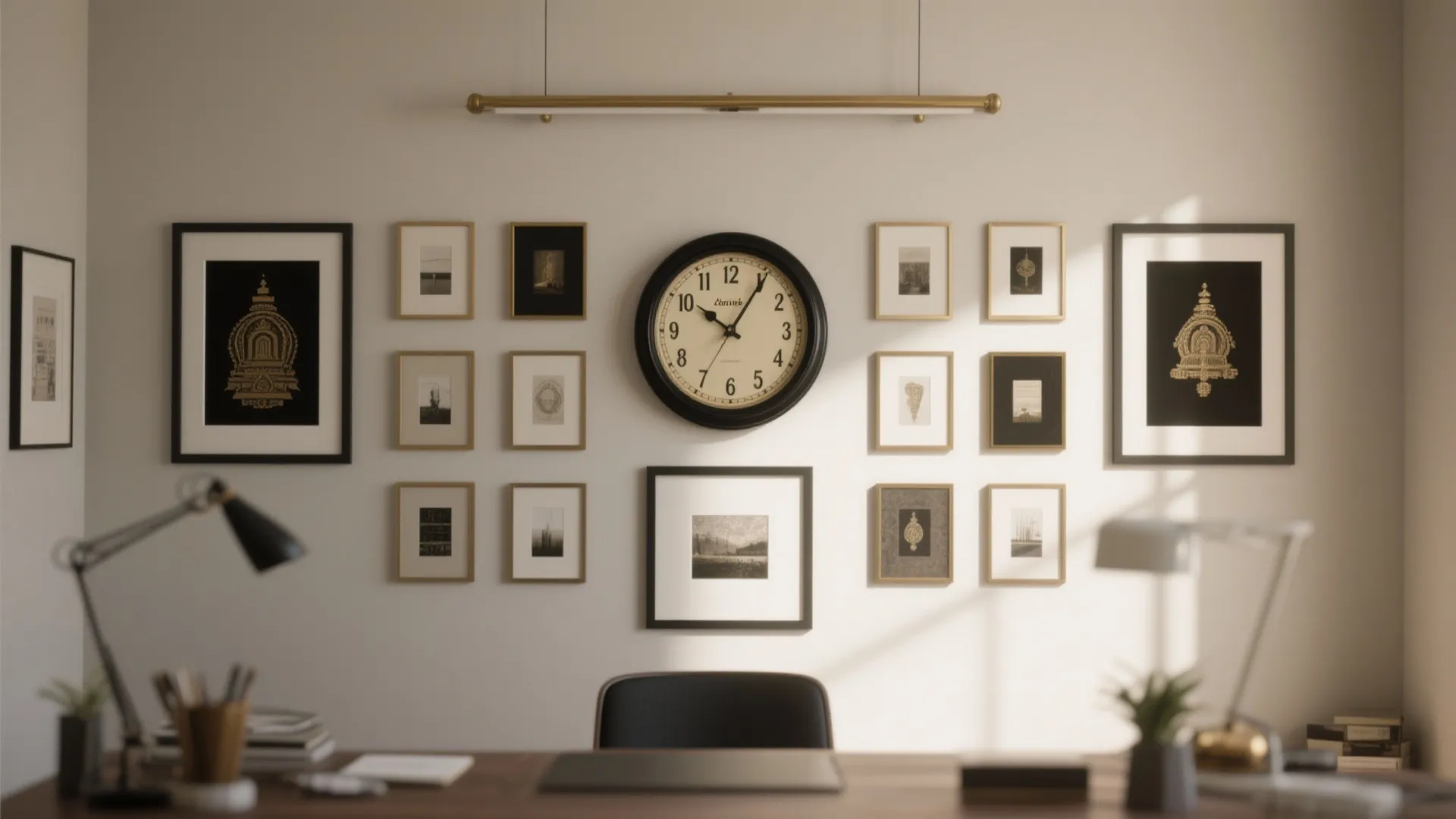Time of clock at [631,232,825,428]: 10:05
